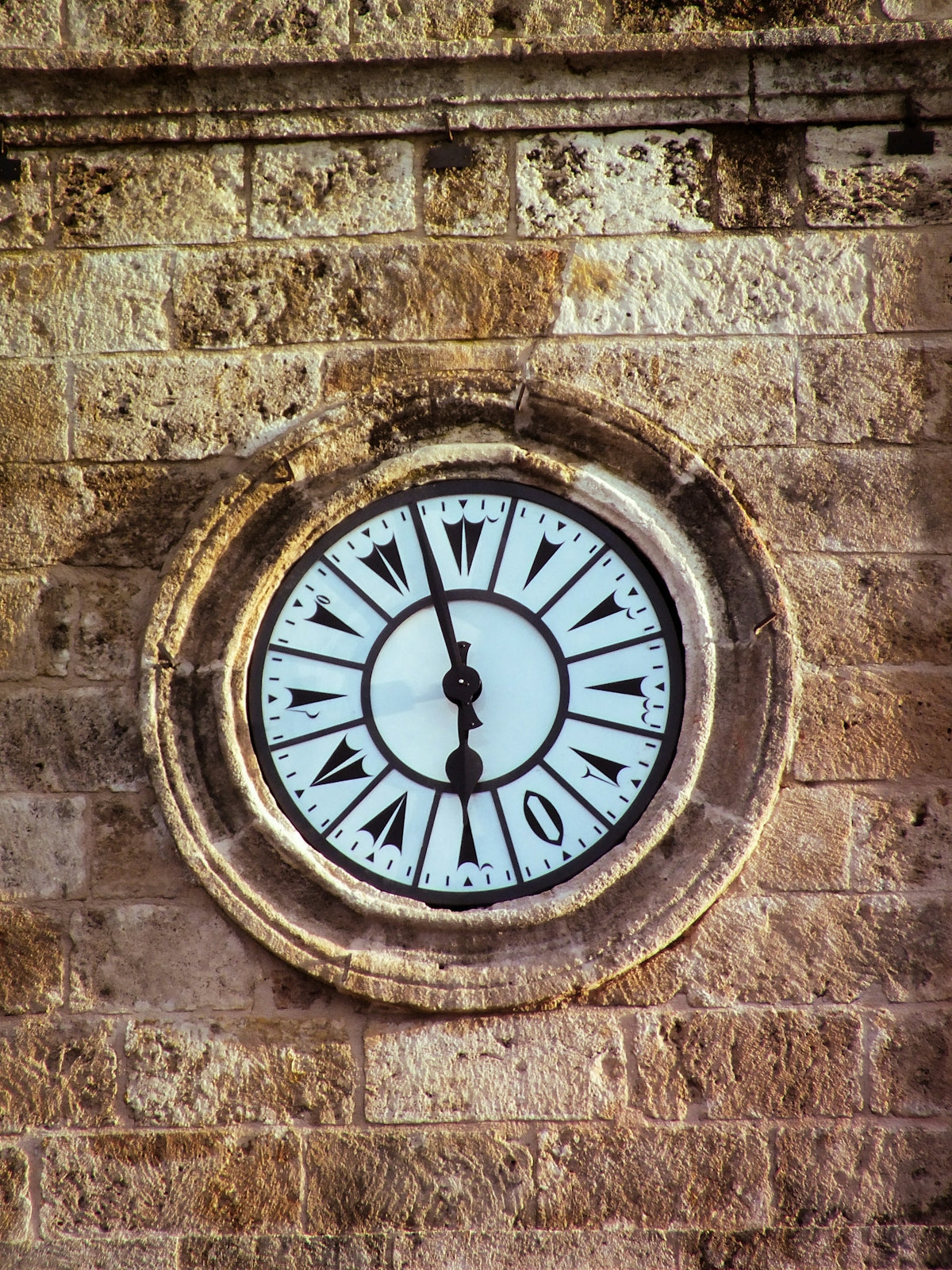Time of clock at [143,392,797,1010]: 5:57
